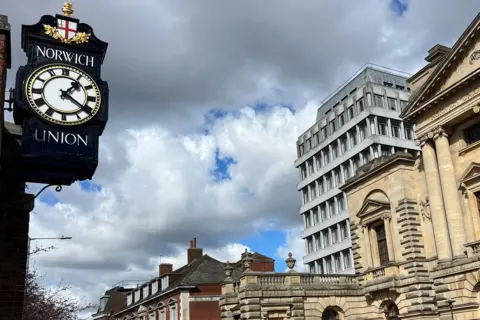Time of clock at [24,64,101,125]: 1:20
